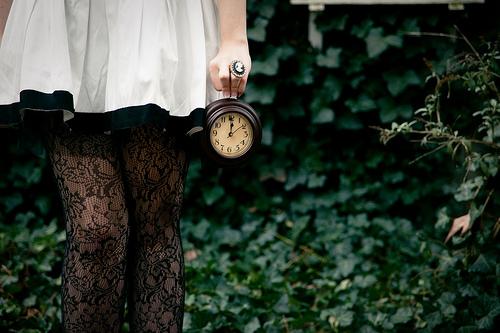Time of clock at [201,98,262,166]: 12:08
